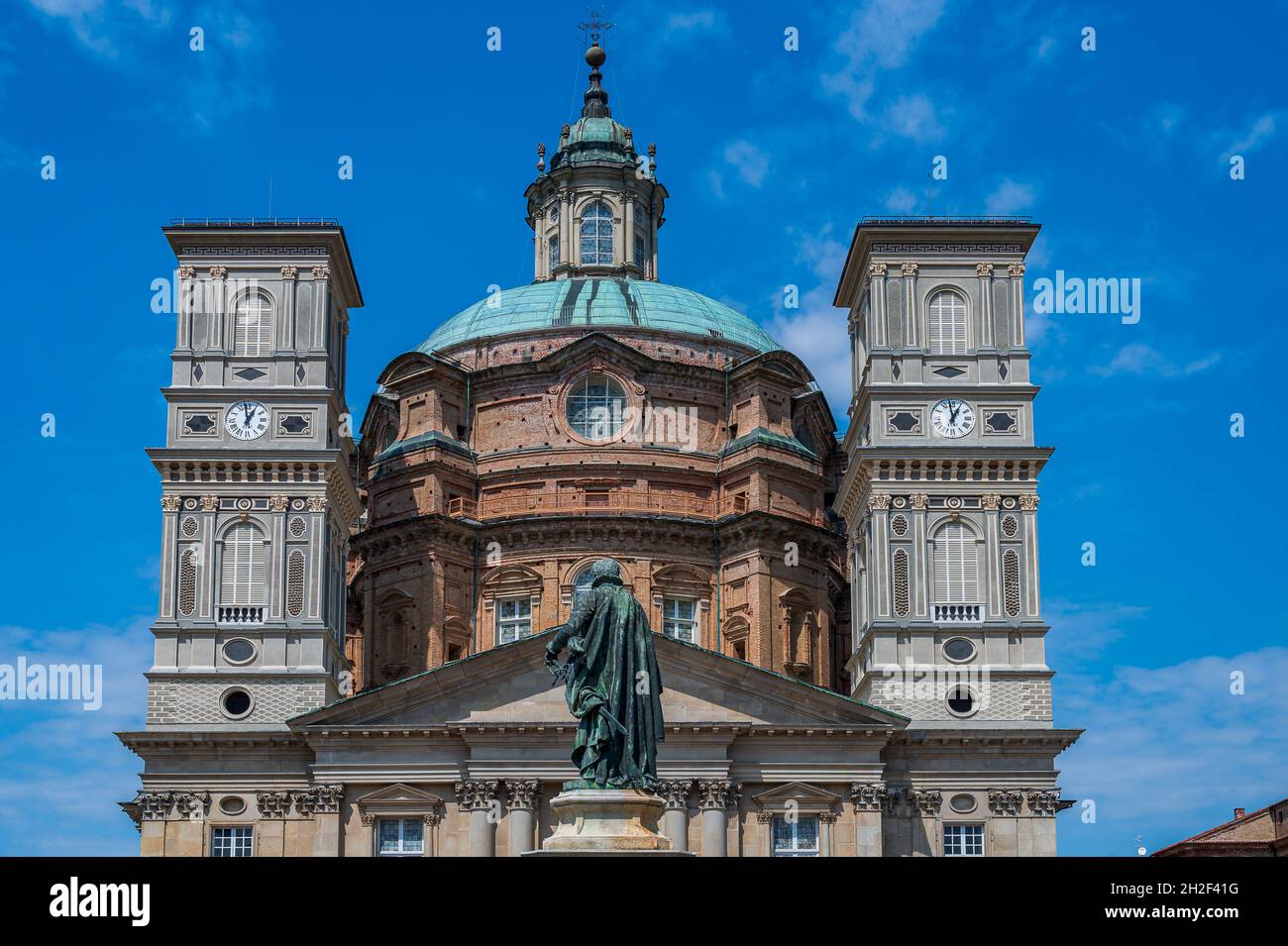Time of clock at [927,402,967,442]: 12:58
